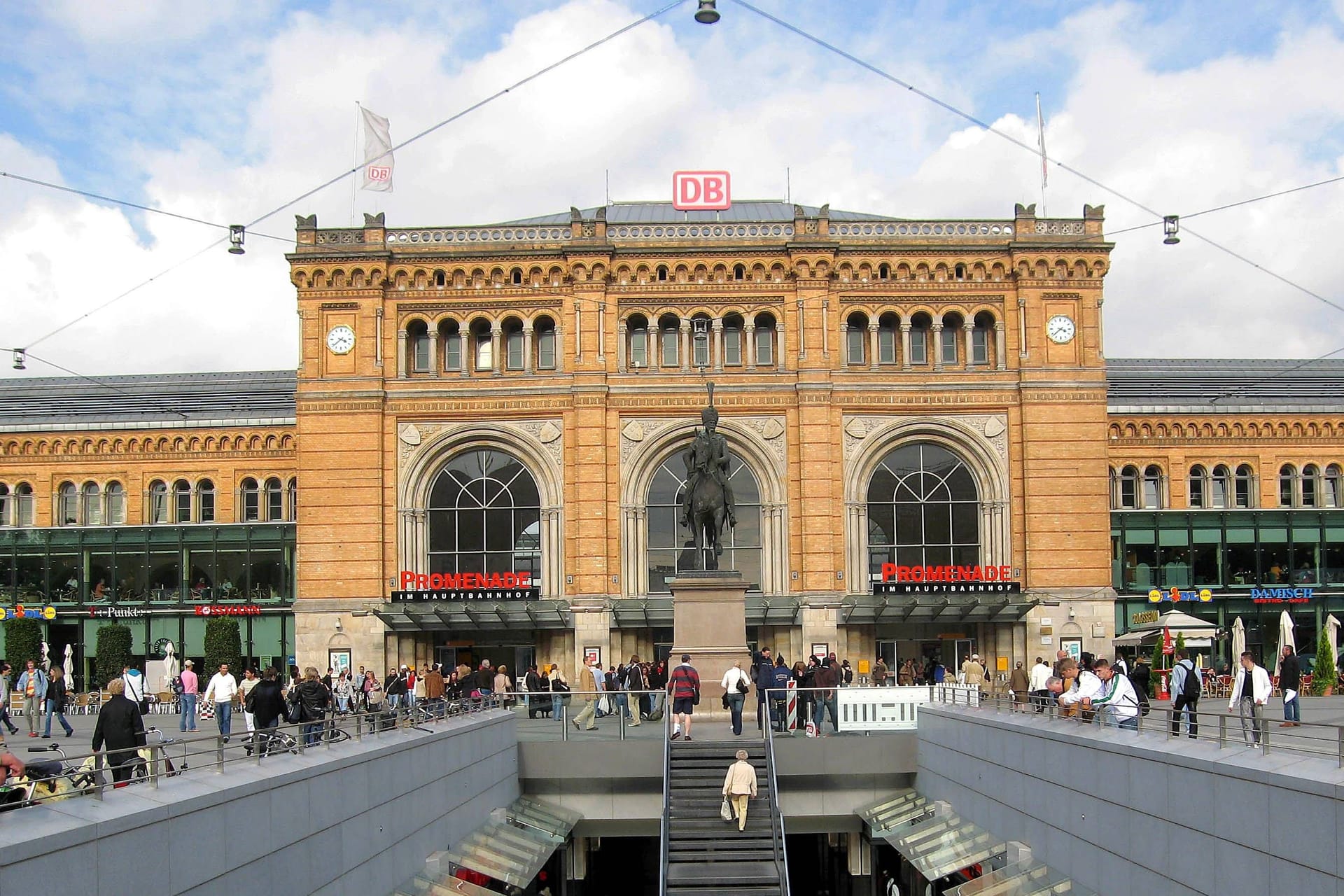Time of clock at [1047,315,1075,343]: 3:38
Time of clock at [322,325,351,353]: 3:38
